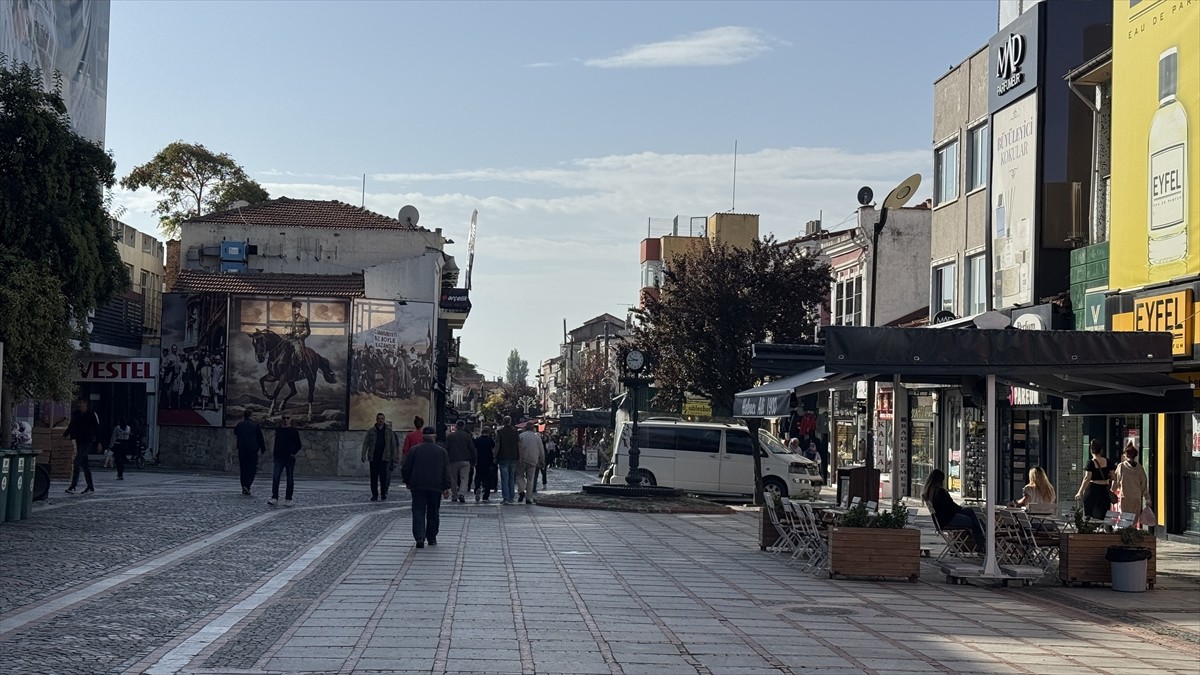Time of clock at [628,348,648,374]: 9:44
